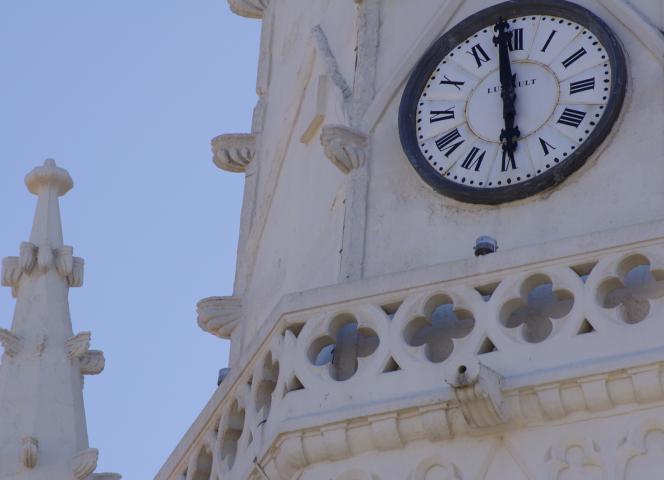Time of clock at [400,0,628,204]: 5:58
